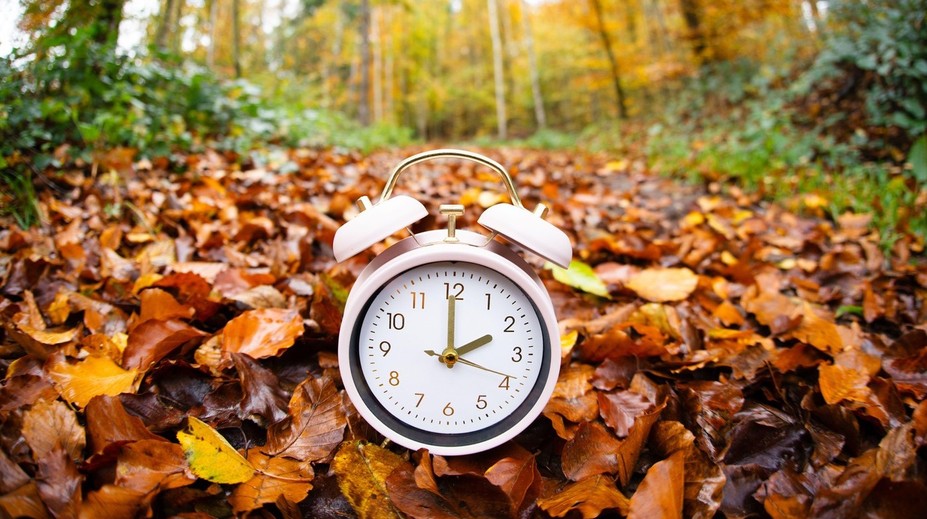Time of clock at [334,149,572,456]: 2:00
